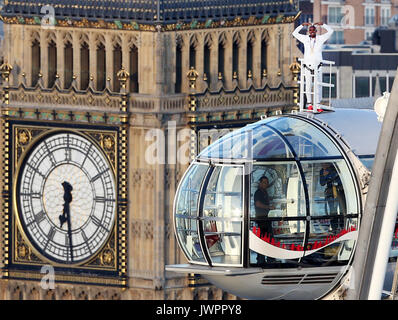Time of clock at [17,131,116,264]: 6:29
